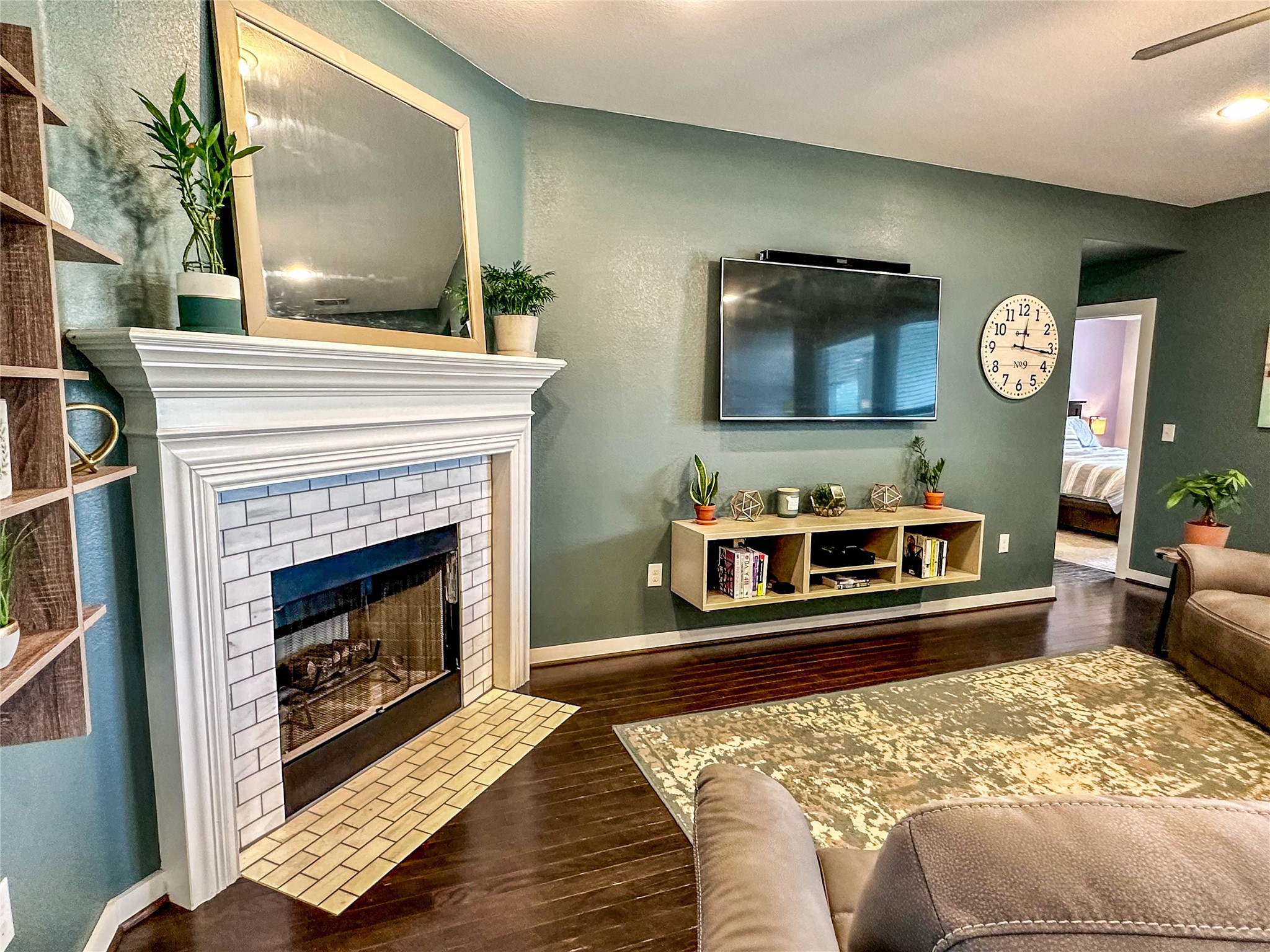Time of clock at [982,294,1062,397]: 12:16
